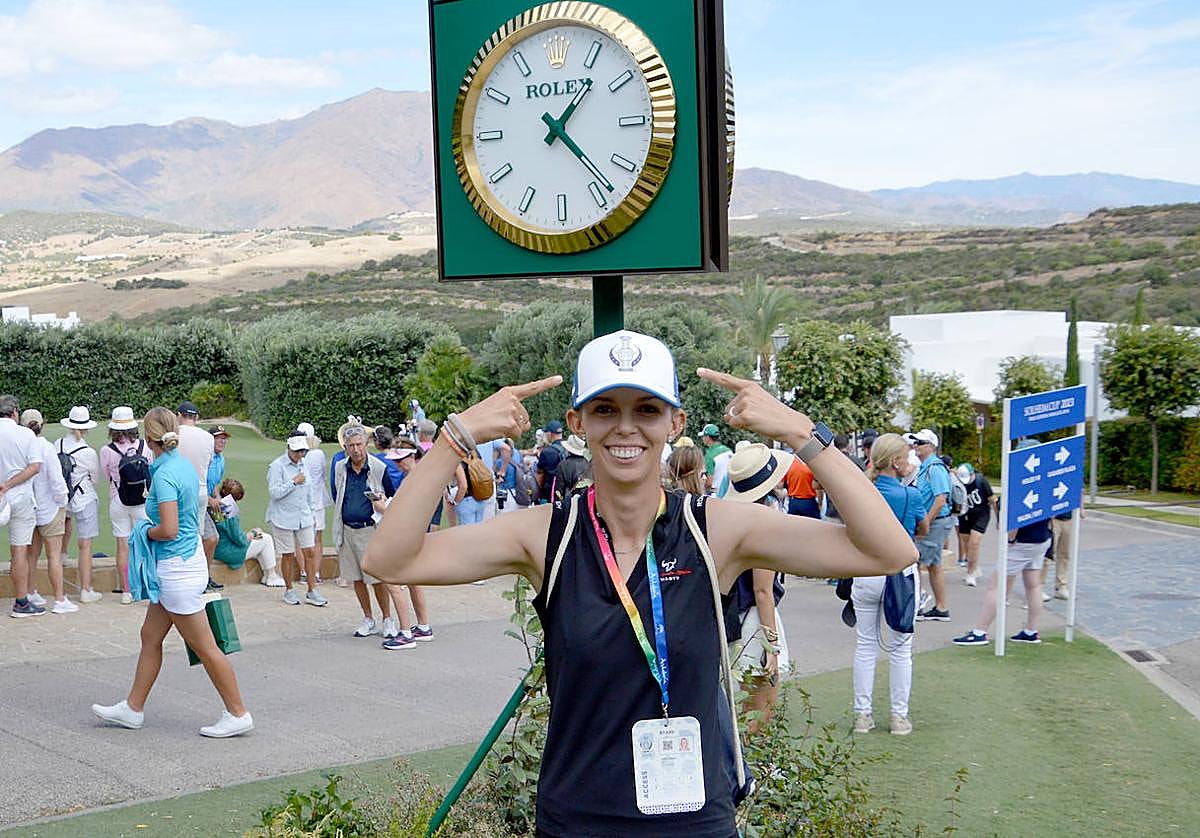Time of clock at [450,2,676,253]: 1:22
